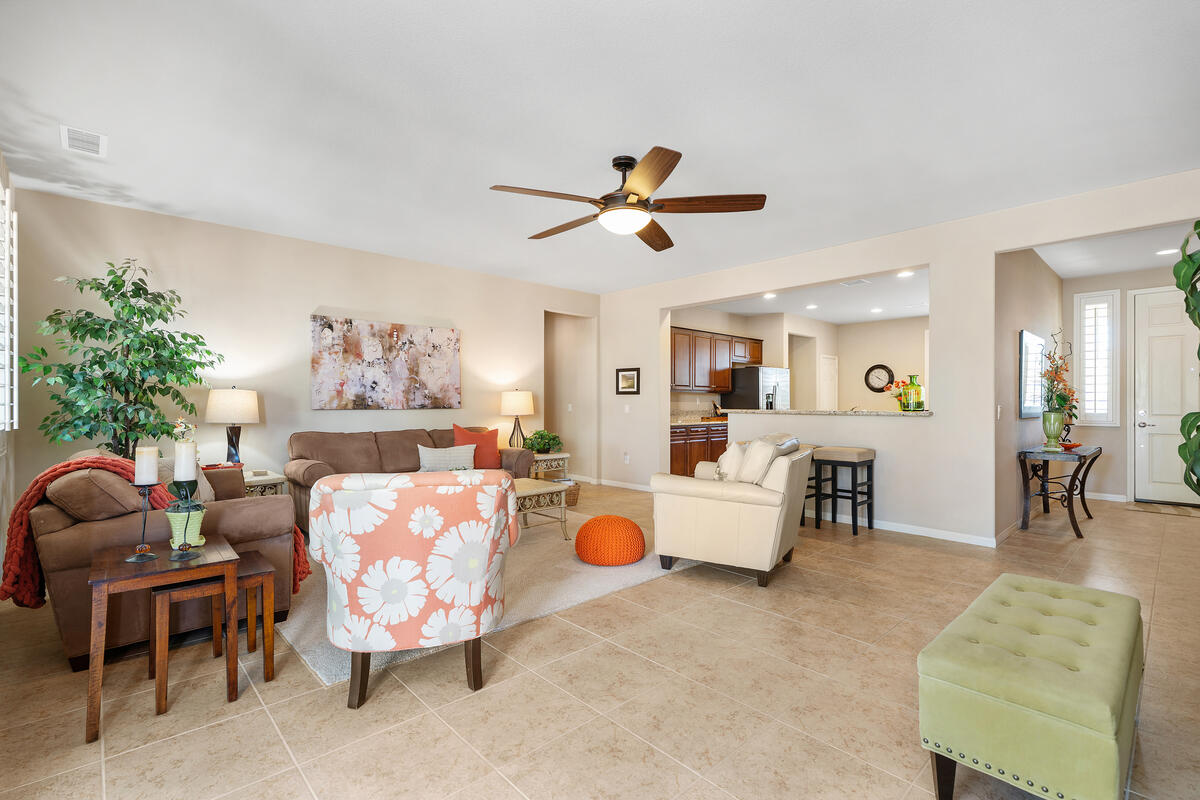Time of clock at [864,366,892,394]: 4:19
